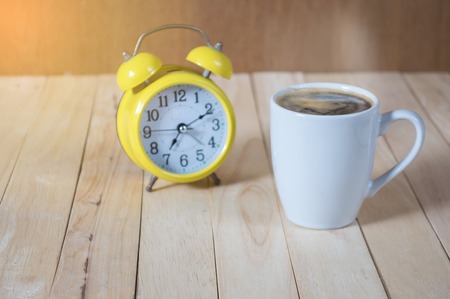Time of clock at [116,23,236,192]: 7:11
